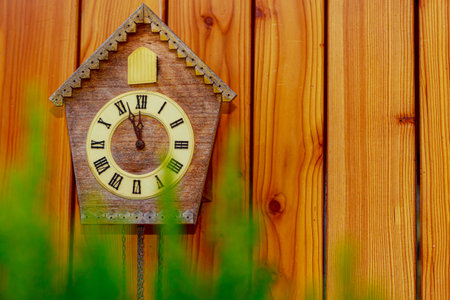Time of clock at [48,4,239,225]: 11:56
